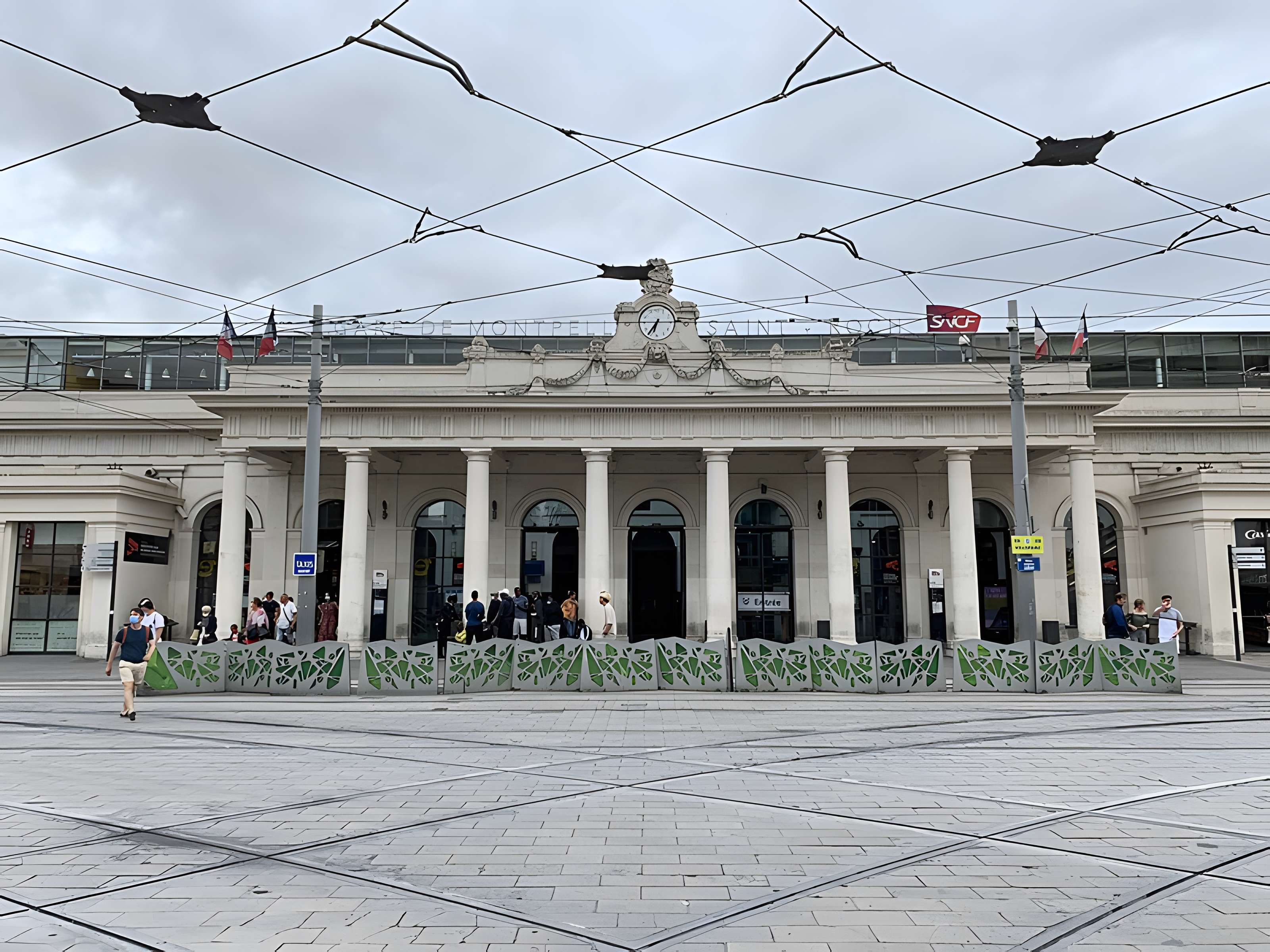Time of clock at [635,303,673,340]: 6:36
